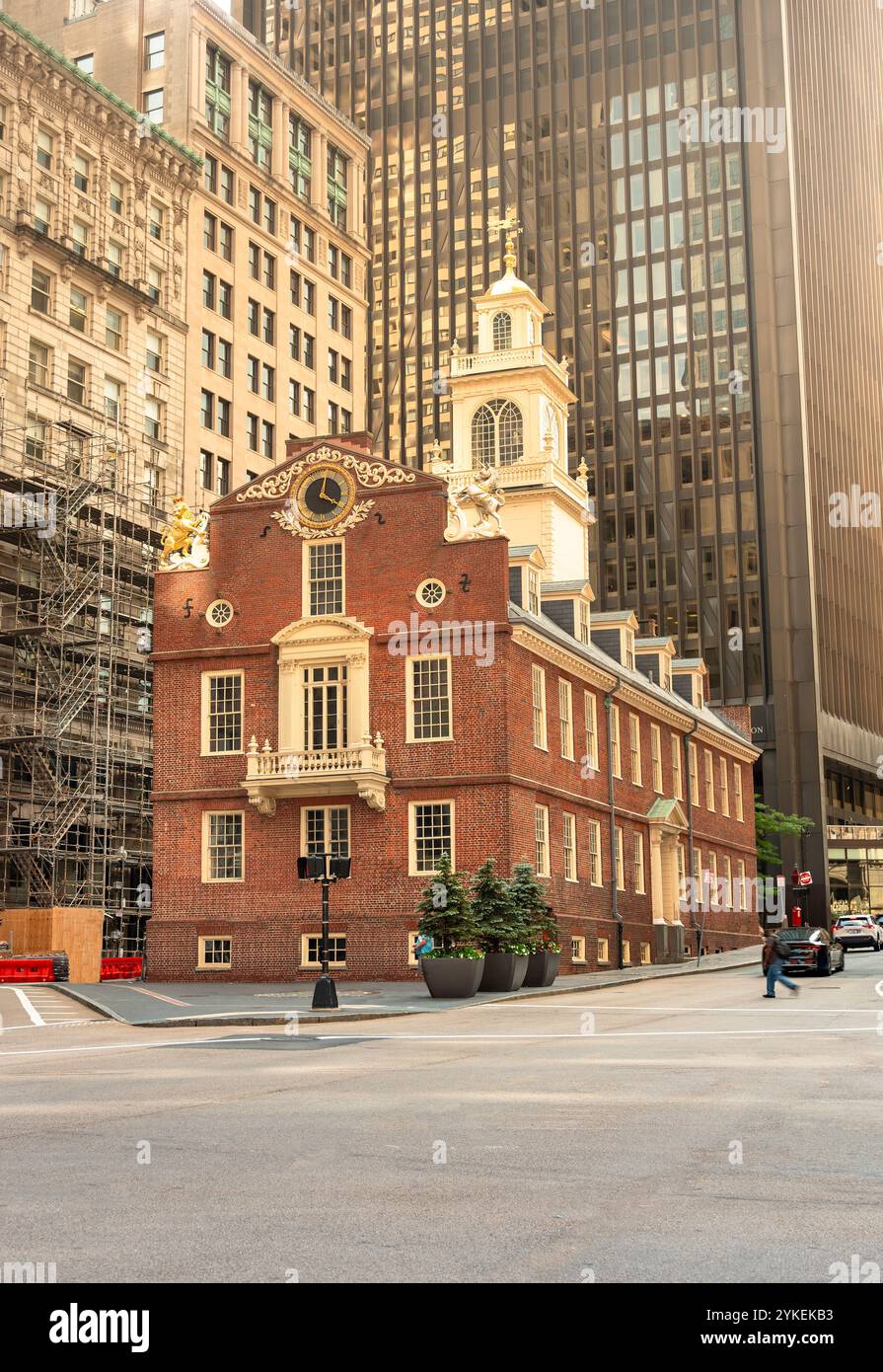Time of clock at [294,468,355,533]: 4:02
